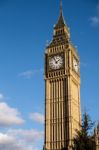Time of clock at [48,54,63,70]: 1:56
